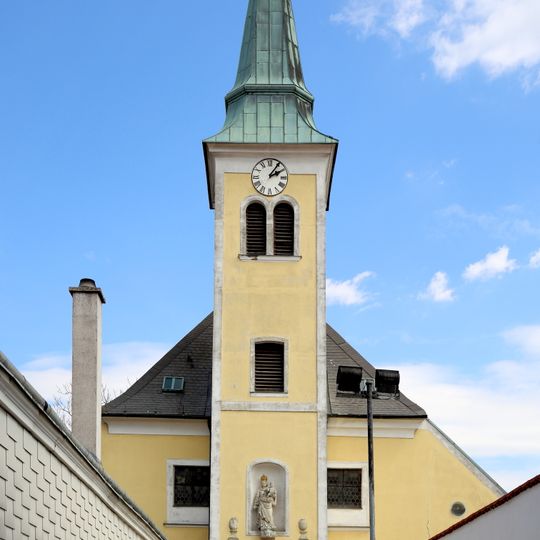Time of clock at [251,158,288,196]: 2:05
